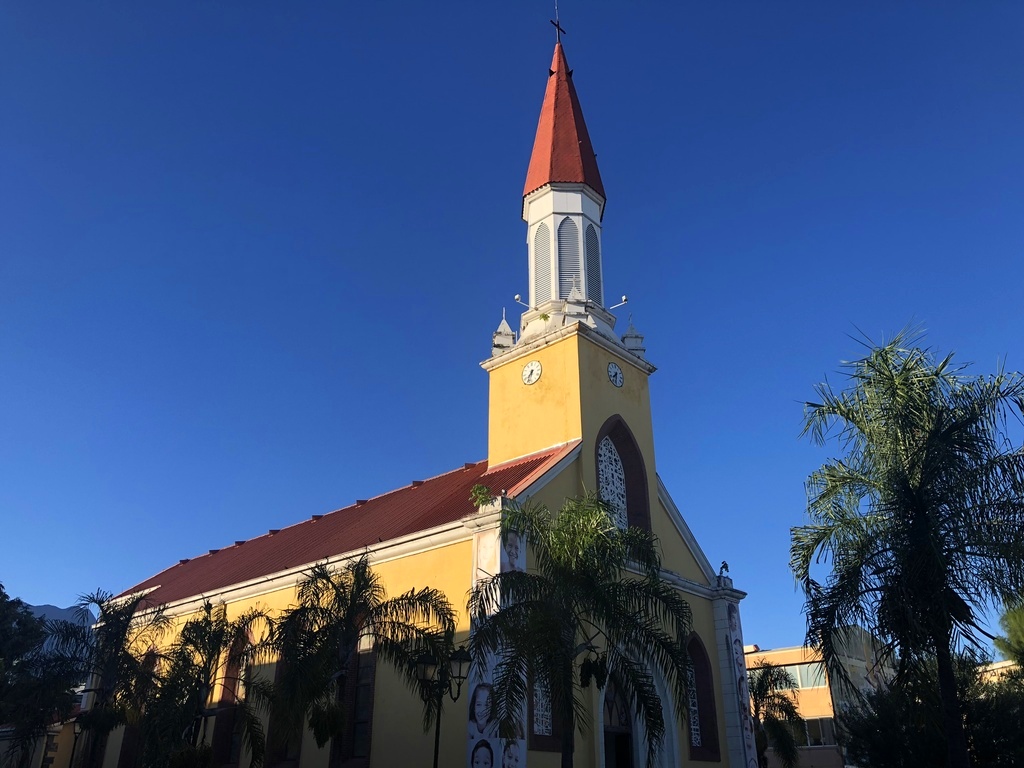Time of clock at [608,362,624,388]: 7:32
